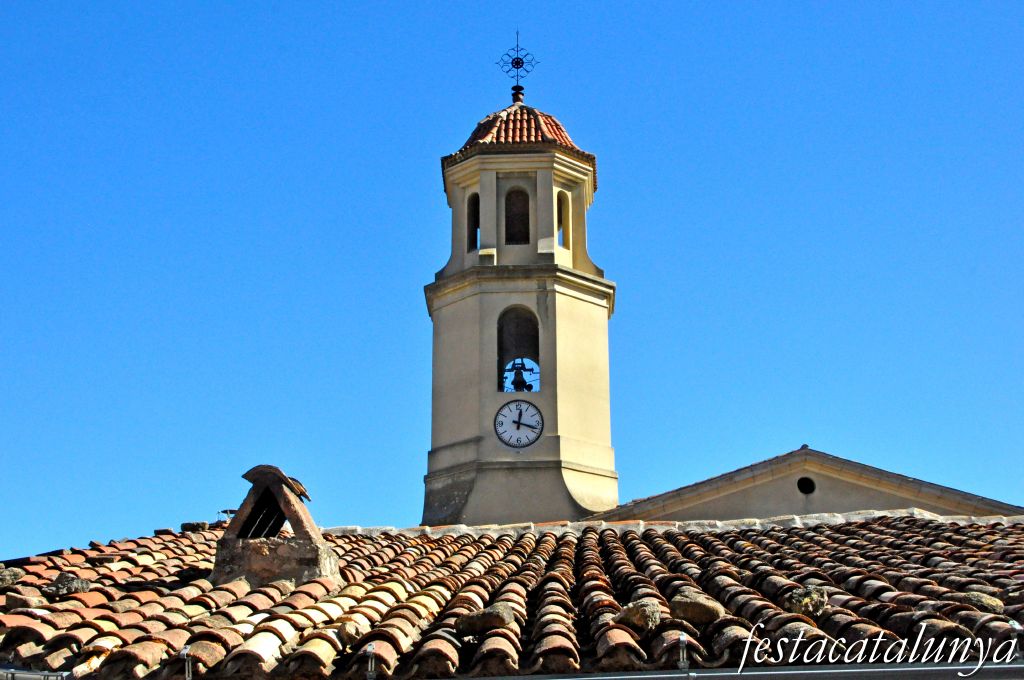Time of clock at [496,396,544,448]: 12:18
